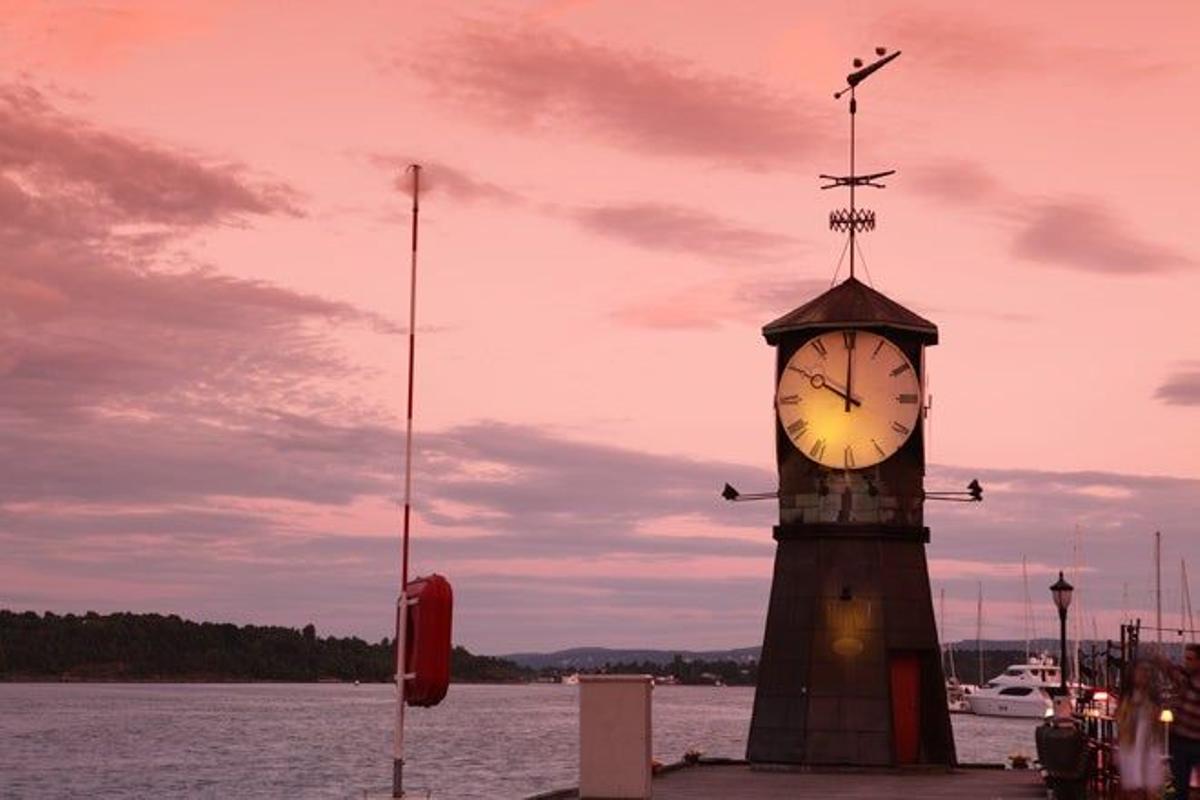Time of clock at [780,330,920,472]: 10:00
